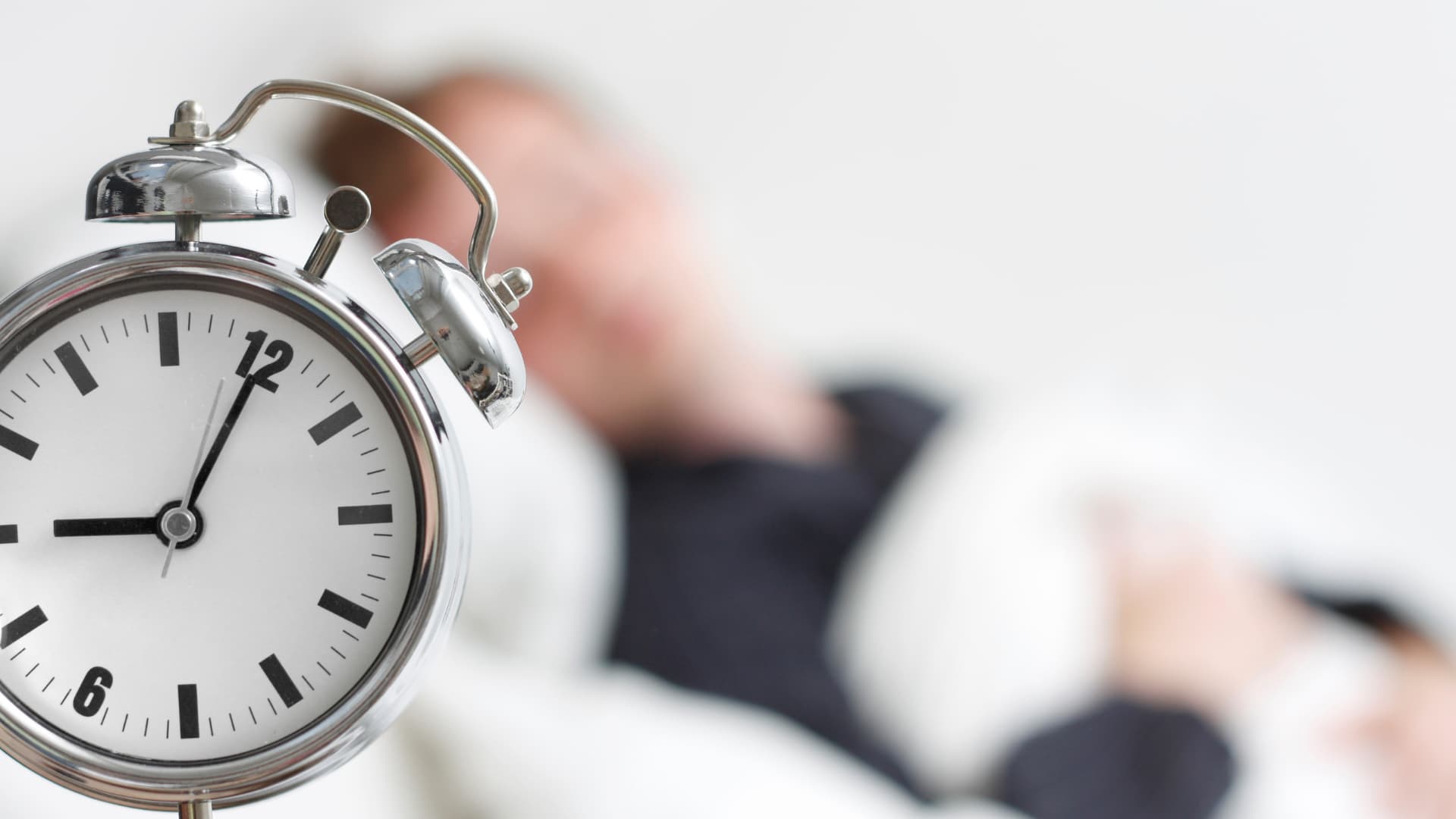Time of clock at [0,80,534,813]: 9:05
